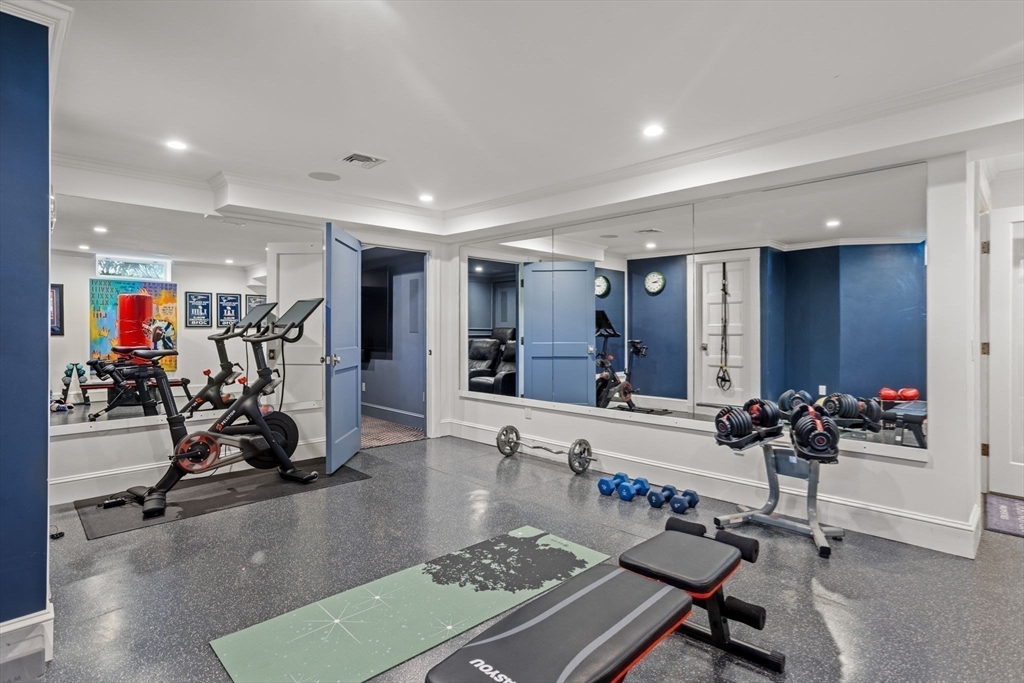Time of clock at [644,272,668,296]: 3:12
